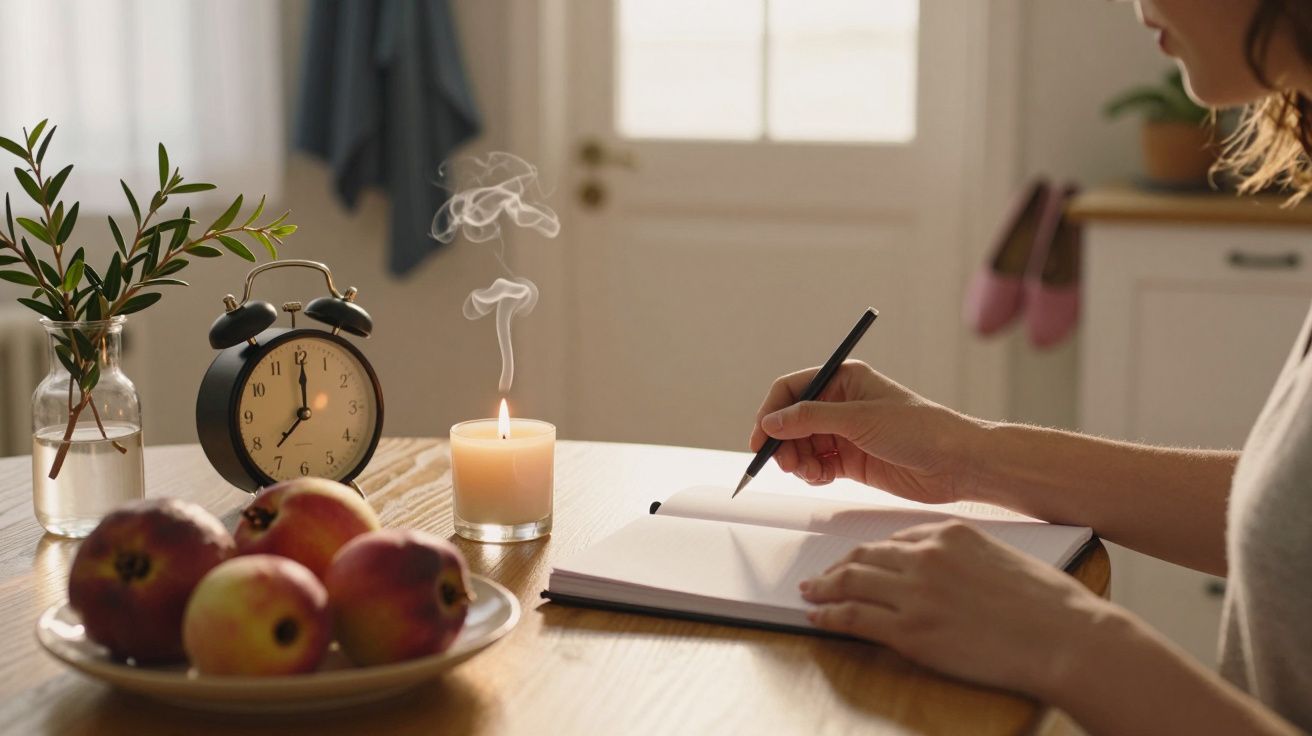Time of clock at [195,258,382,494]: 7:00
